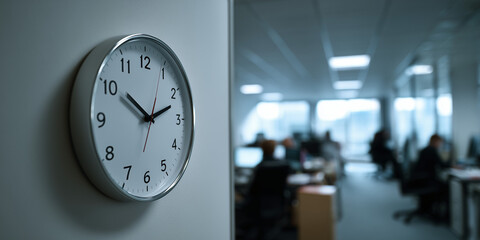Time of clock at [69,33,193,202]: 10:11
